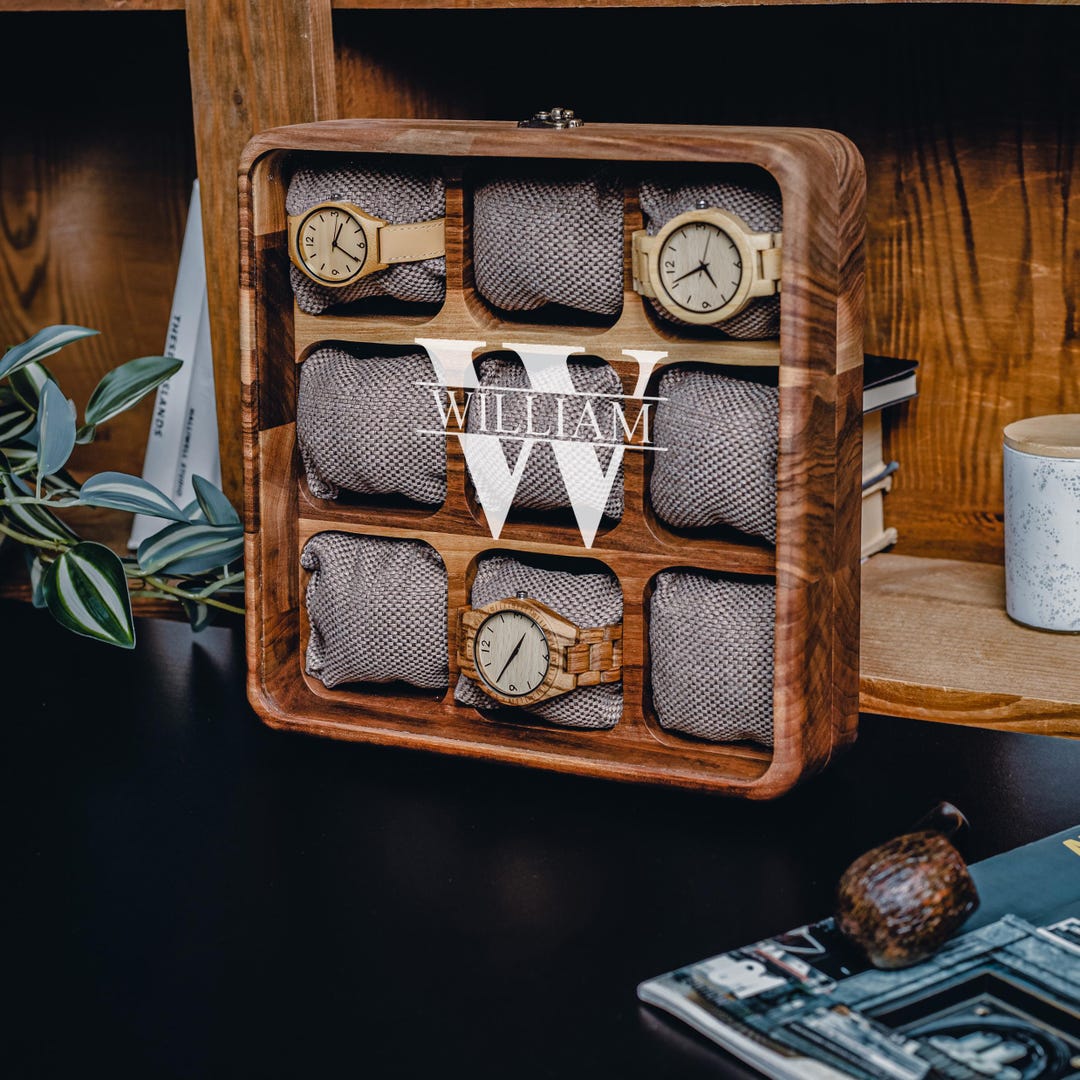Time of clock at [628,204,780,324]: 4:41
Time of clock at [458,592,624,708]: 12:34
